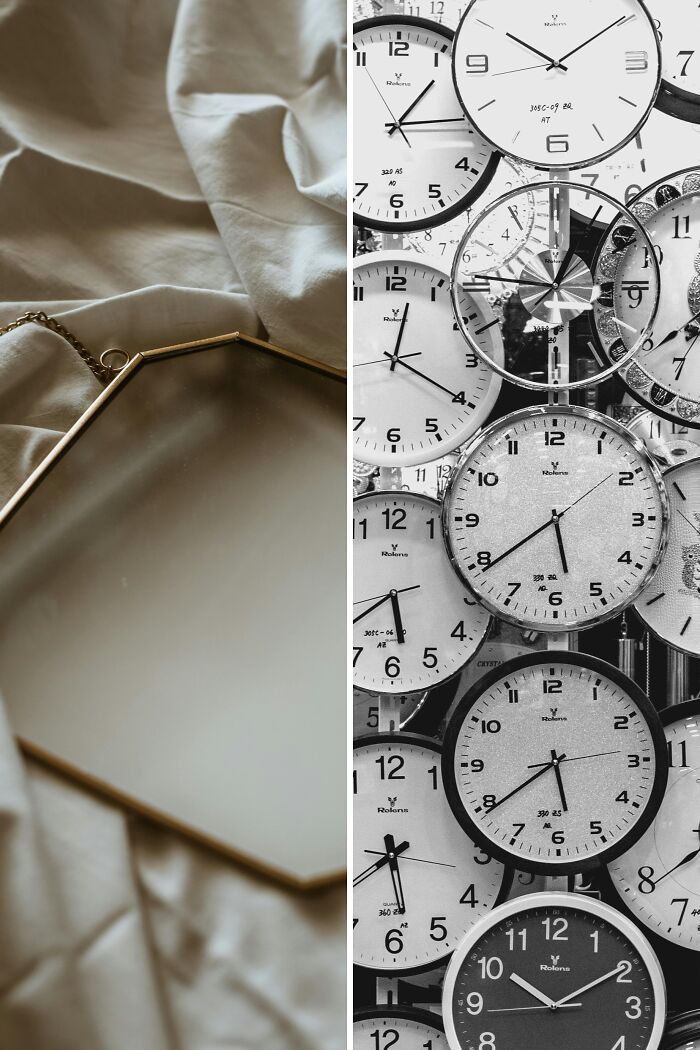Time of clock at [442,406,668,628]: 5:39
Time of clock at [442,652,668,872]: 5:39
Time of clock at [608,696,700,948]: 5:39
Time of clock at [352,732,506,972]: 5:38
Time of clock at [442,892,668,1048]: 10:09
